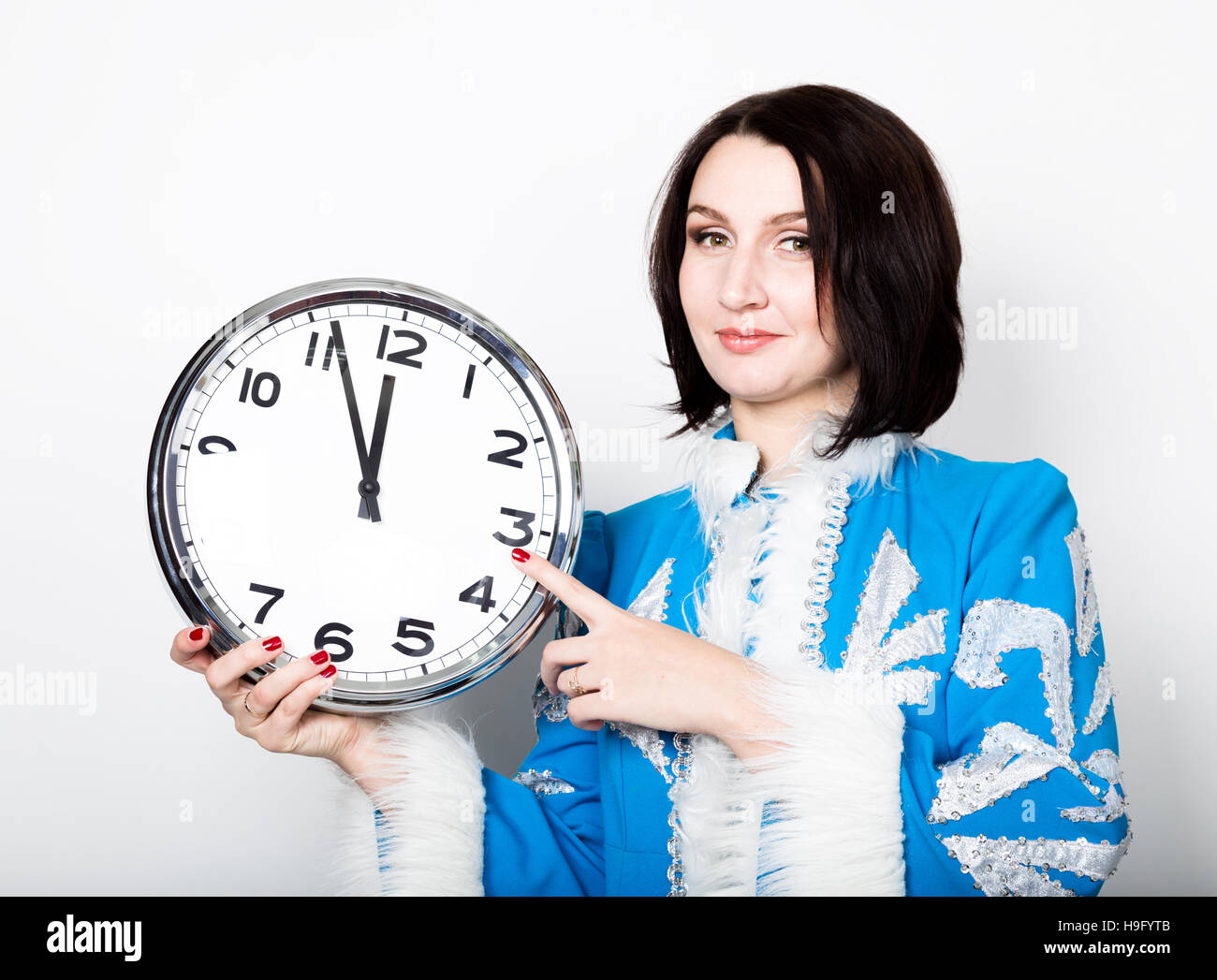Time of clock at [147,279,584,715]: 11:56
